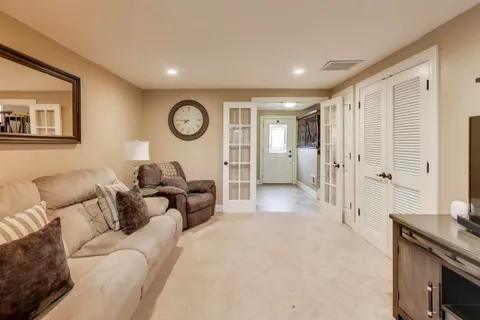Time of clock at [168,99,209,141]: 7:44
